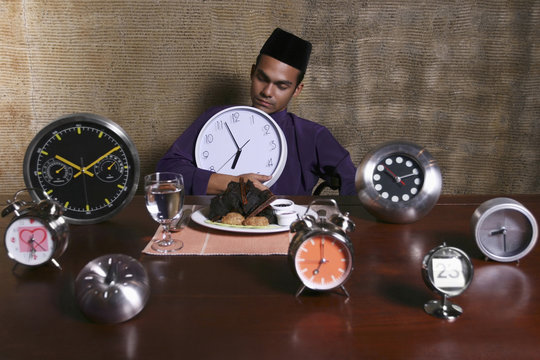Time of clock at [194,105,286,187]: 6:56
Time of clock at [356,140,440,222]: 10:11
